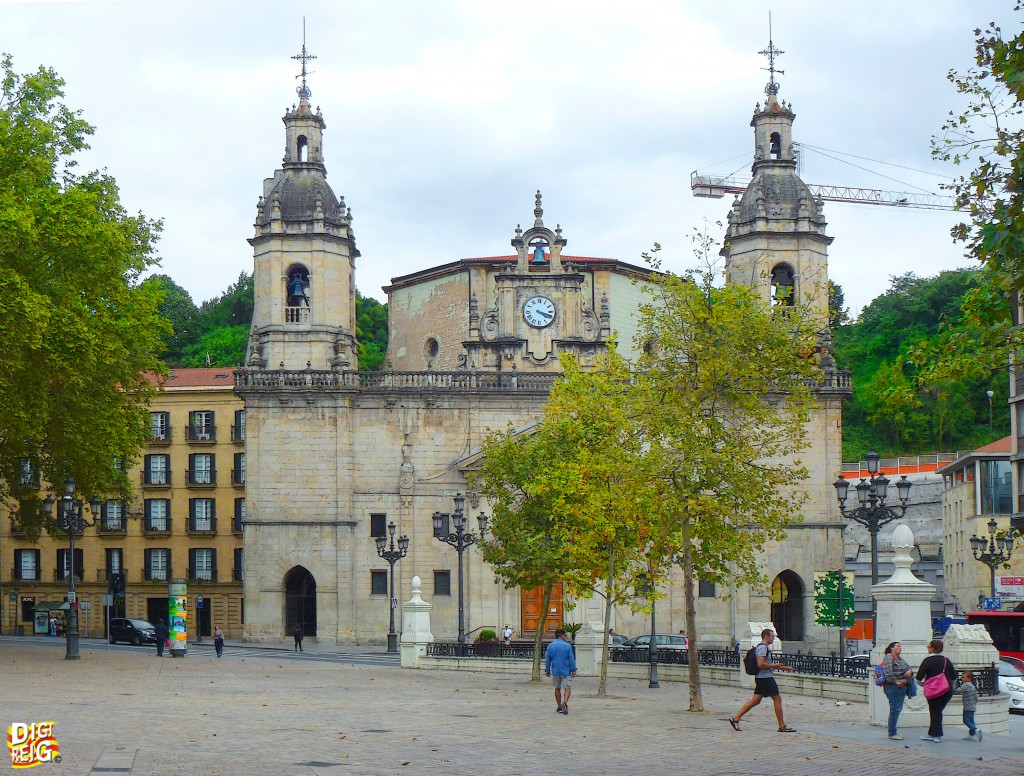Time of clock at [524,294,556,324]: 4:18
